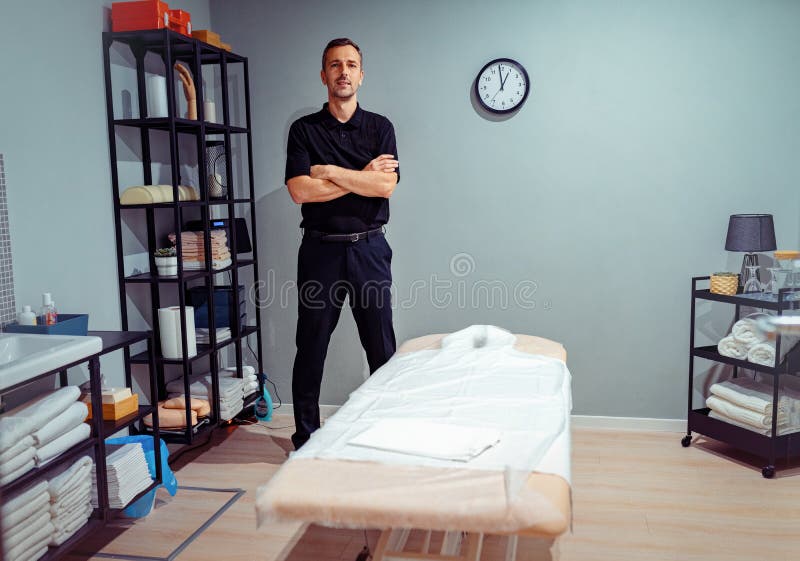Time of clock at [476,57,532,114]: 12:58
